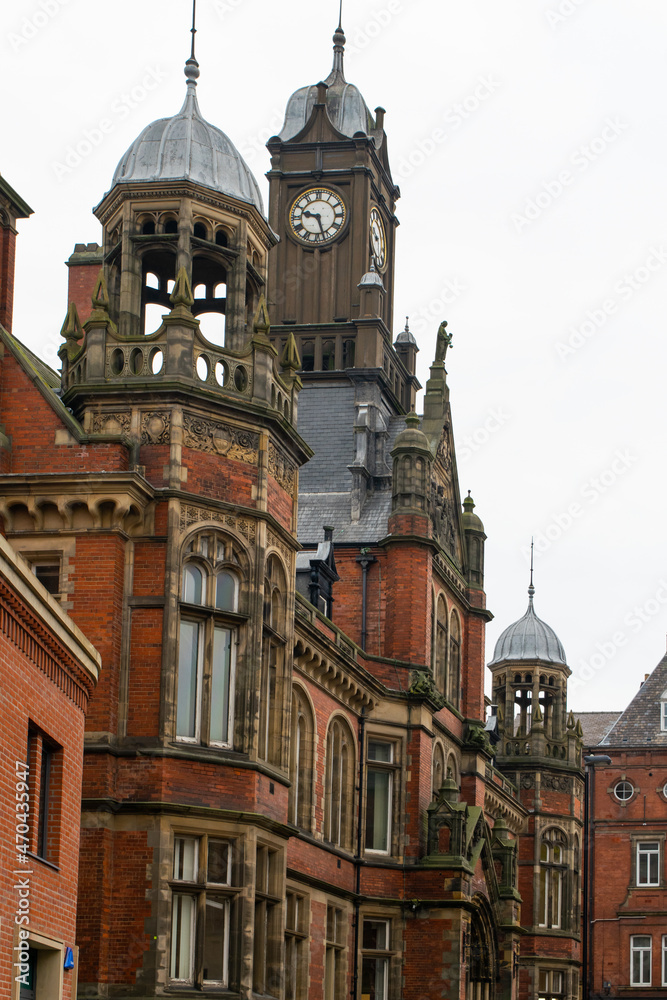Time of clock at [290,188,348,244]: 9:27
